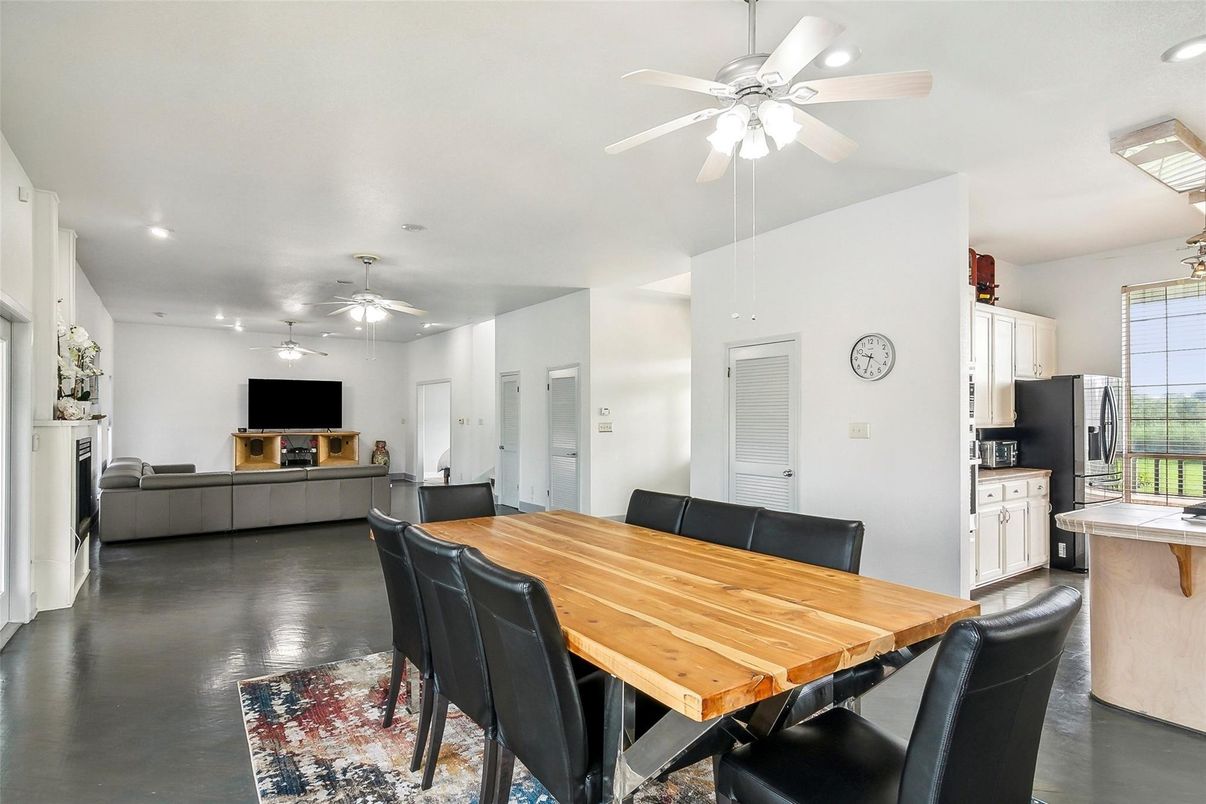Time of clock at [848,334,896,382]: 9:34
